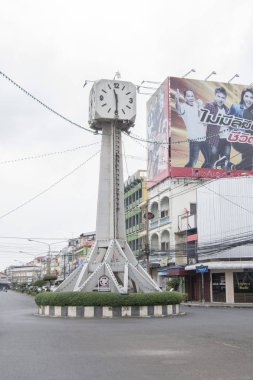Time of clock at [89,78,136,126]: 11:29
